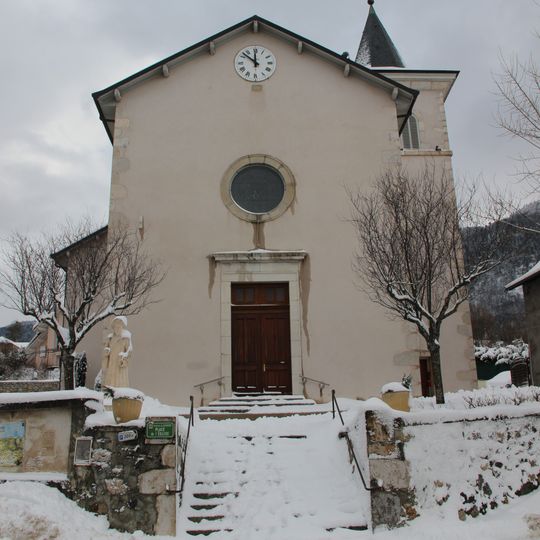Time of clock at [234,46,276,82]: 11:52
